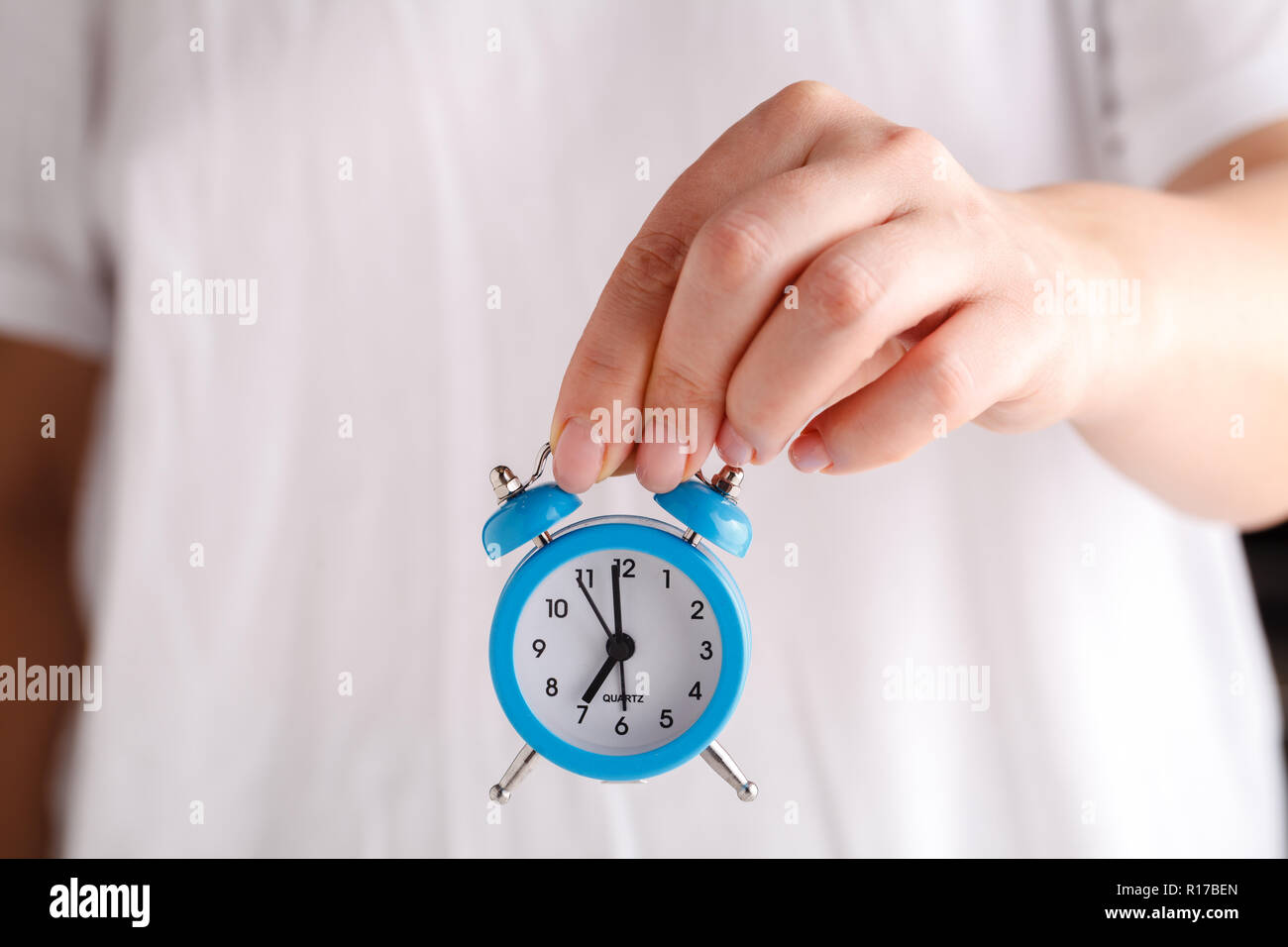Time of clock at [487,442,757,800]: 6:59
